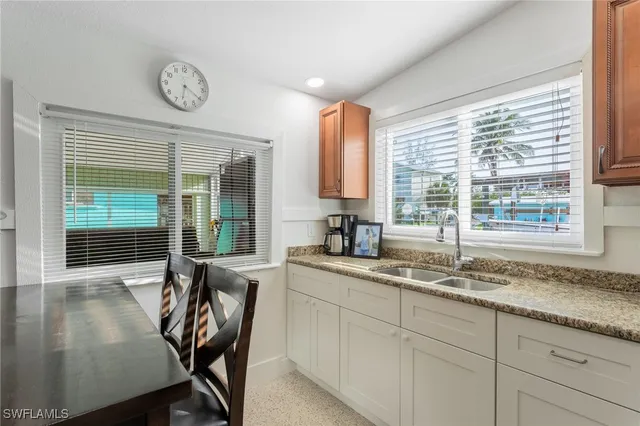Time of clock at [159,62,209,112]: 6:20
